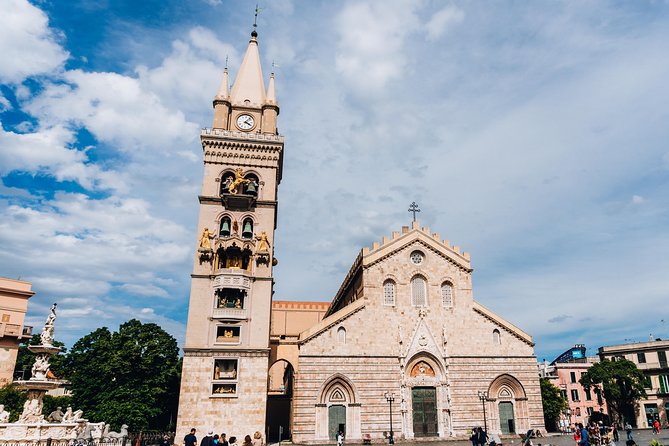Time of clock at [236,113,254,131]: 4:07
